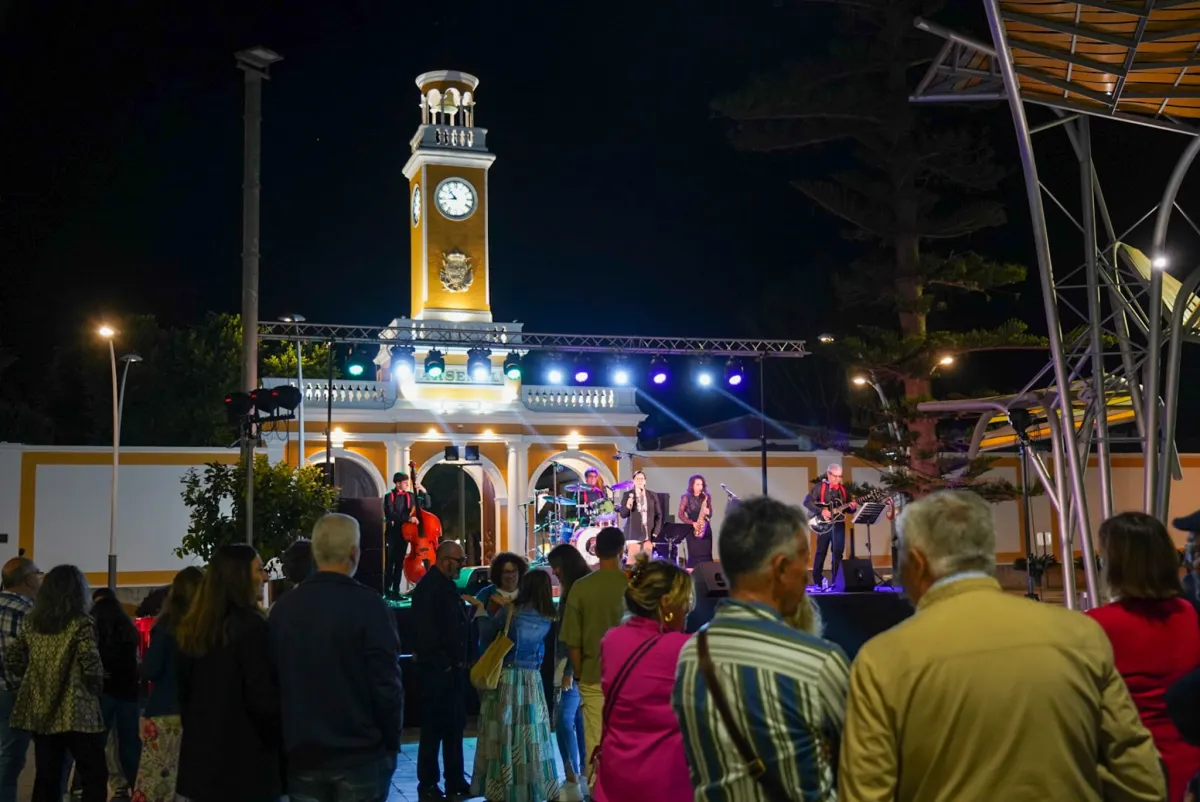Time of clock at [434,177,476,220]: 10:43
